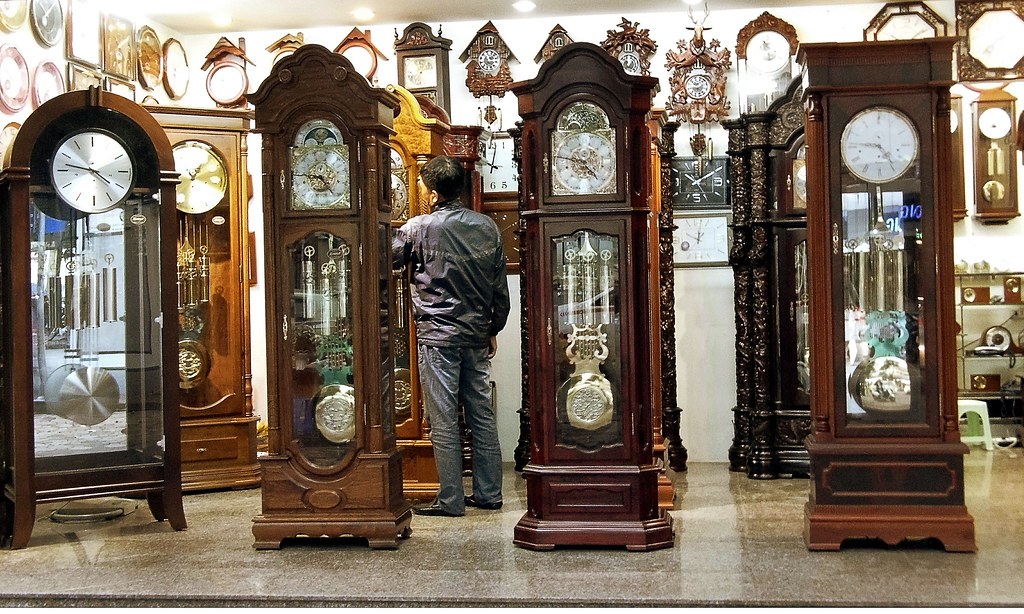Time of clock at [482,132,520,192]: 10:02
